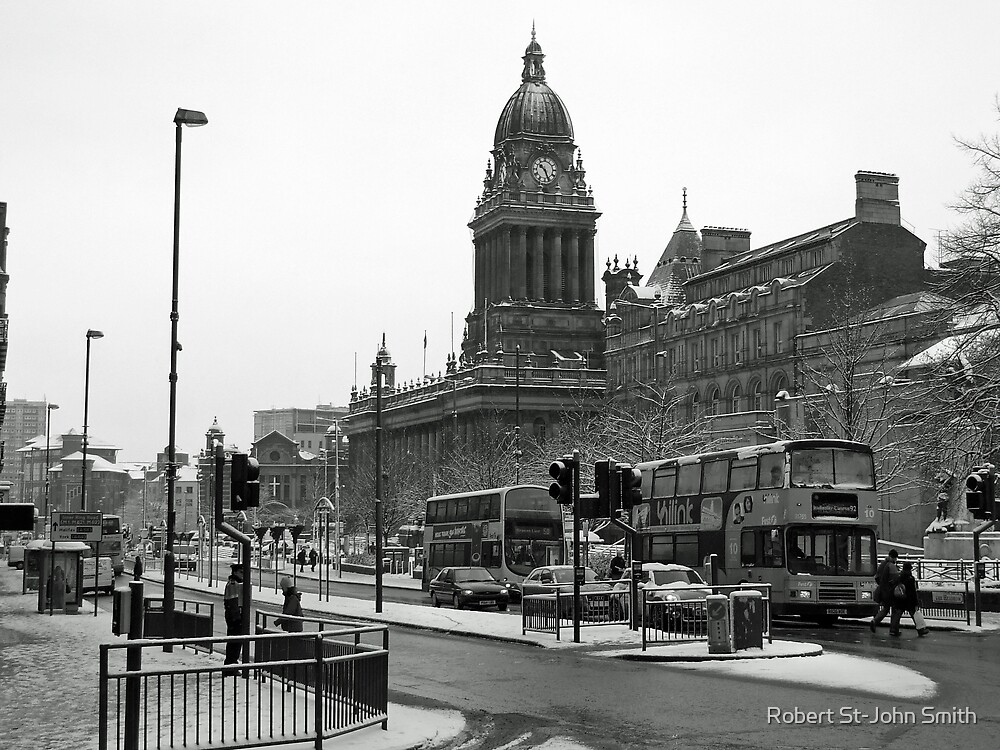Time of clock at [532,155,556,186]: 10:26
